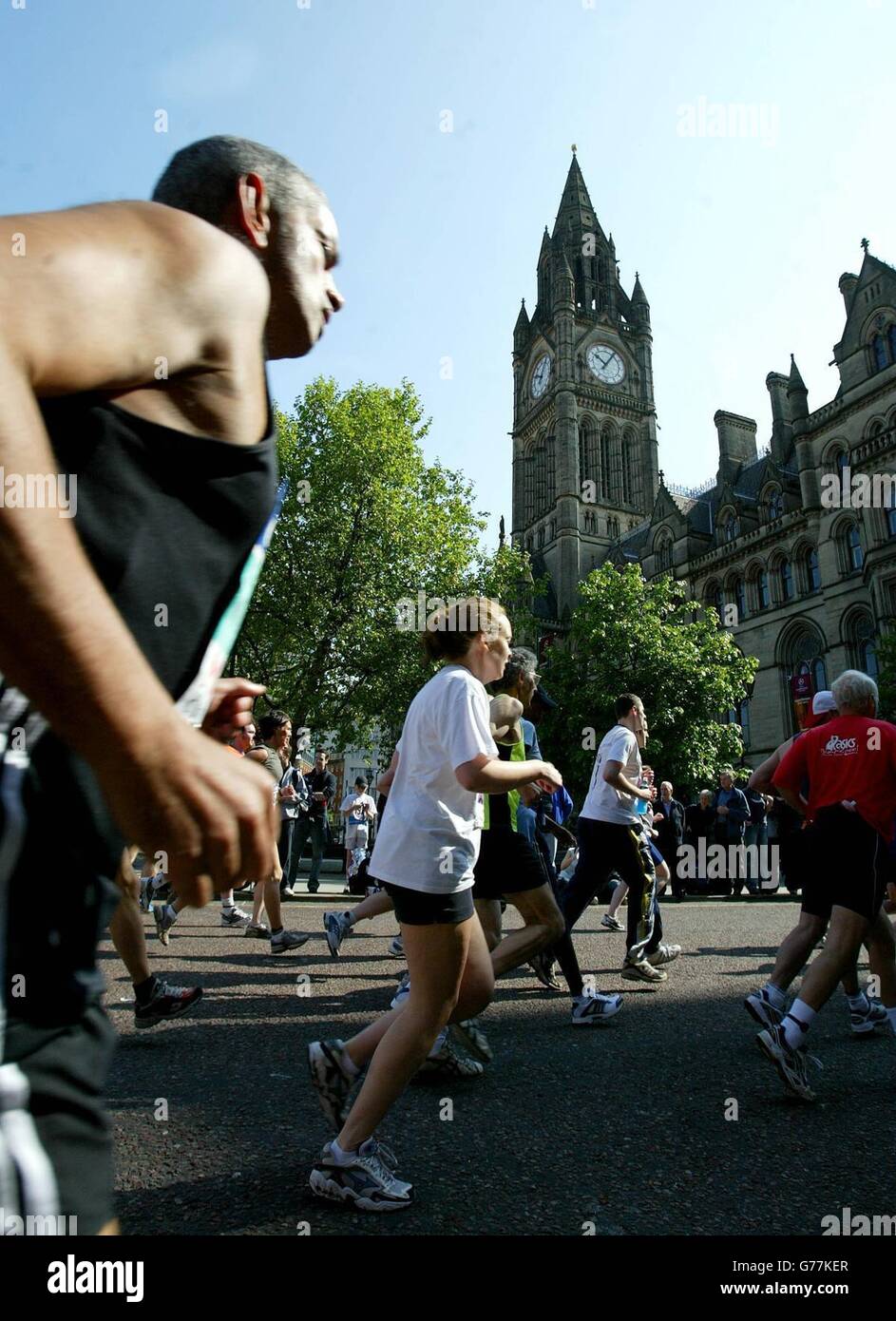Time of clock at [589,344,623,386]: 10:06
